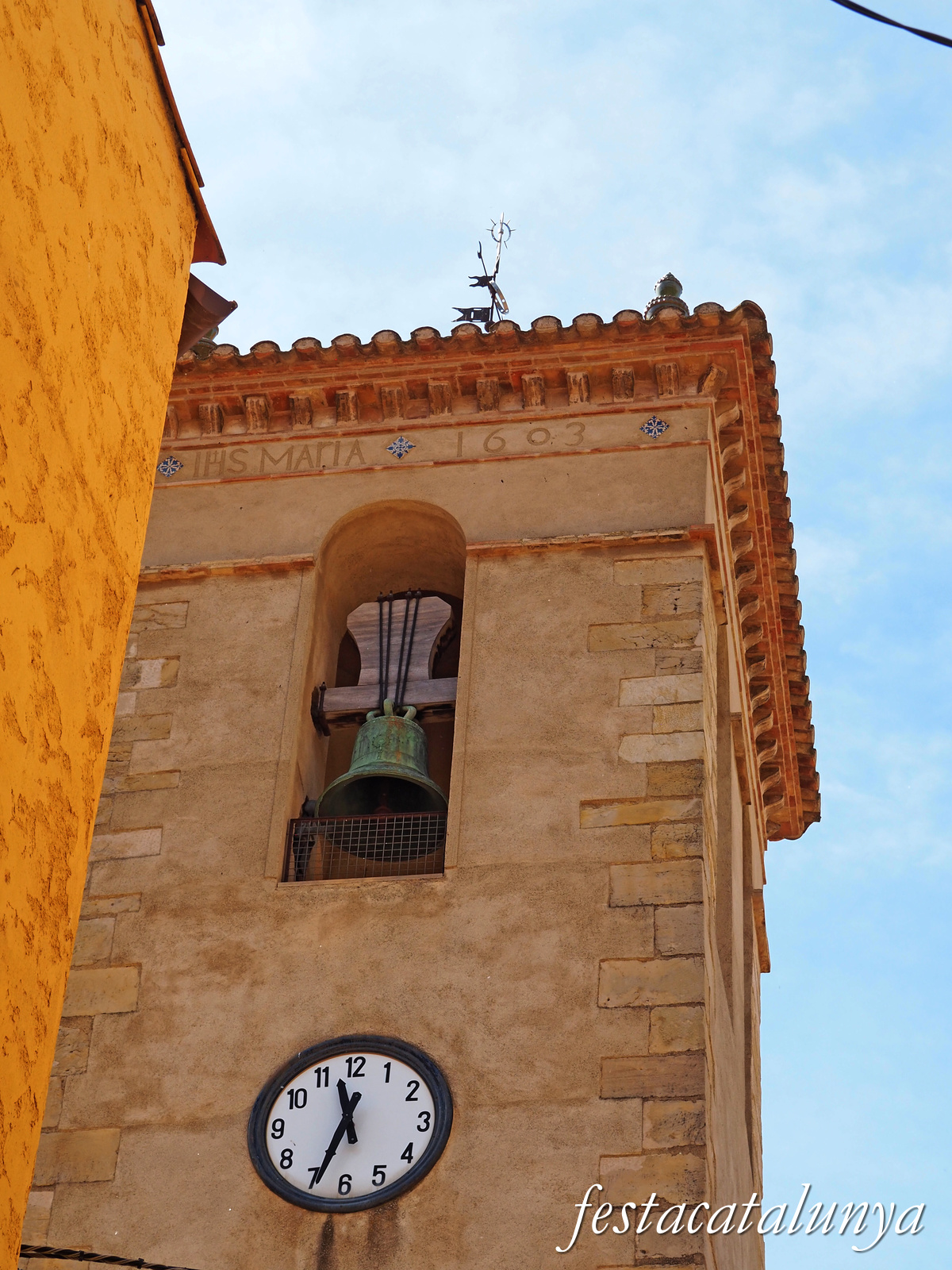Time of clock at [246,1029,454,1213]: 11:33
